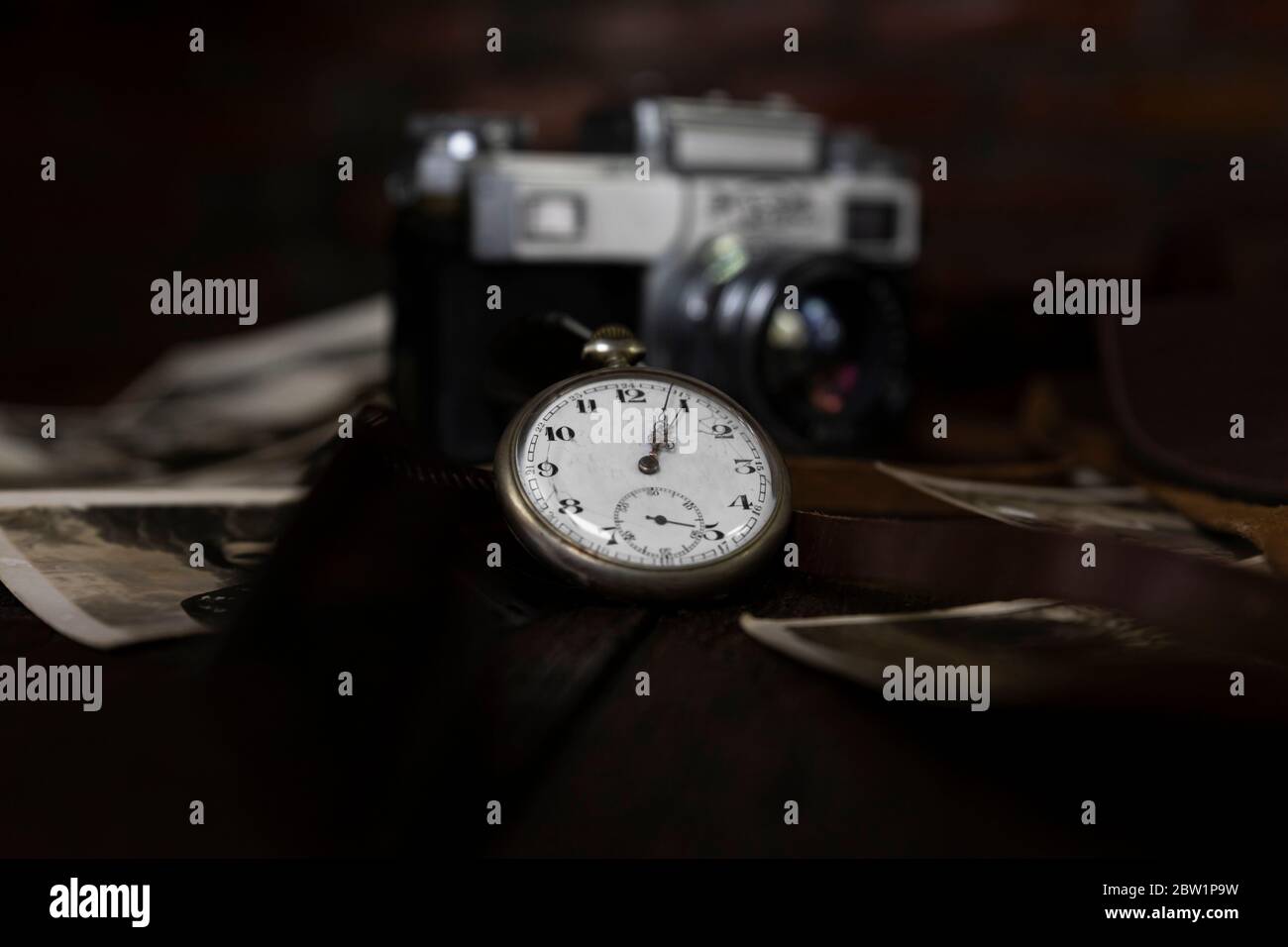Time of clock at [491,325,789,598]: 1:03
